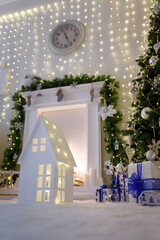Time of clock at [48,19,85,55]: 11:25
